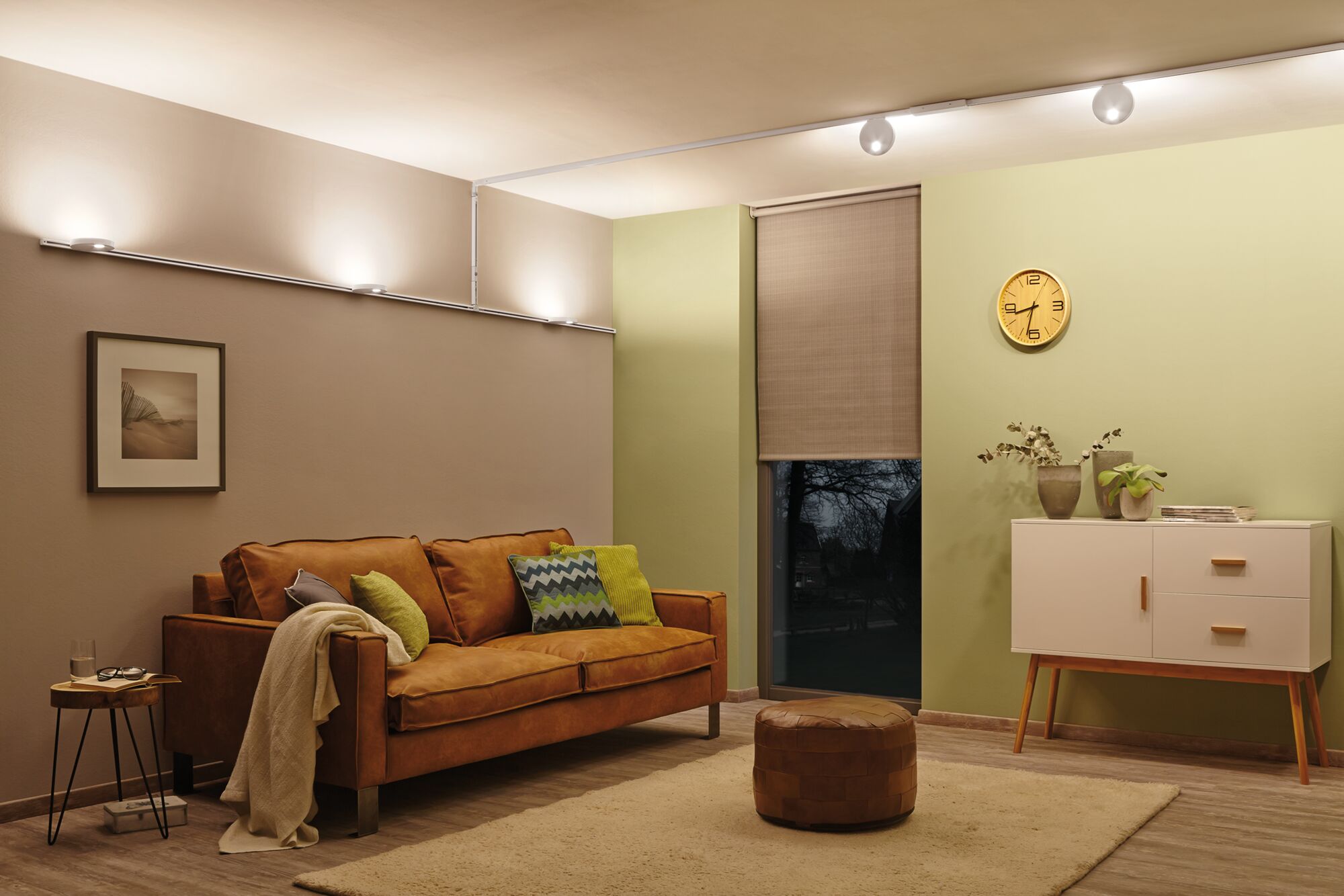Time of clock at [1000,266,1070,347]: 8:32
